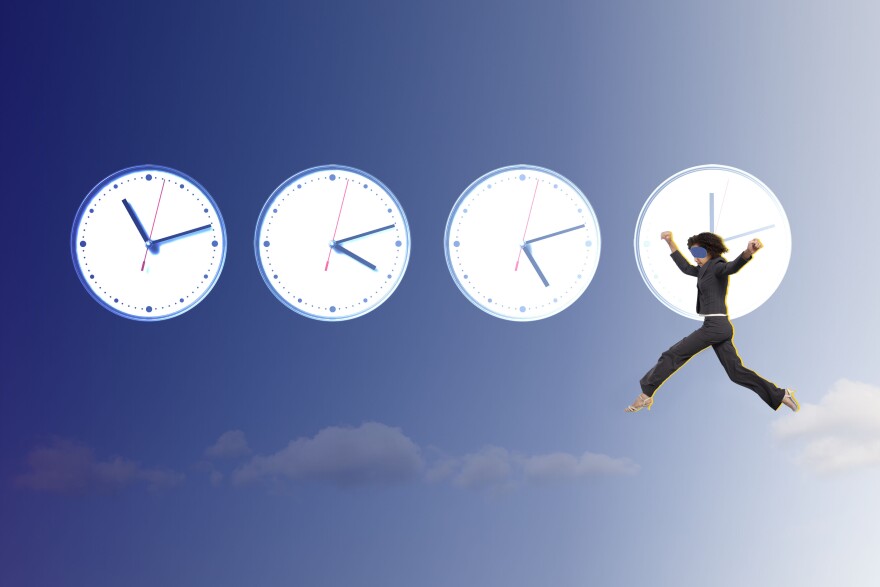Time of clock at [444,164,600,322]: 5:12
